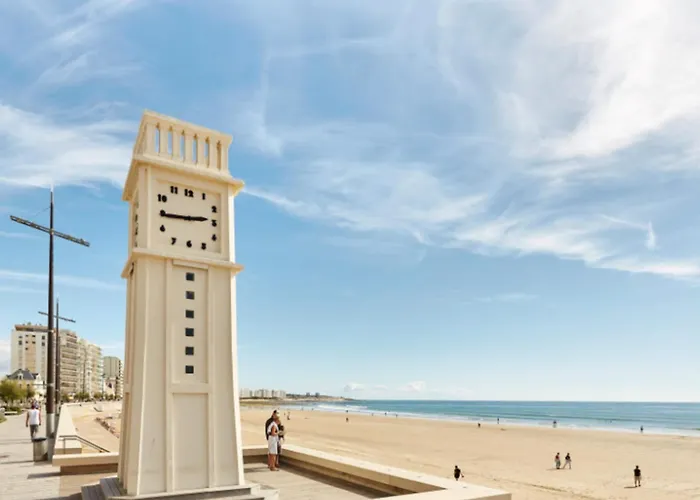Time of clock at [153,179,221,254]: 2:44
